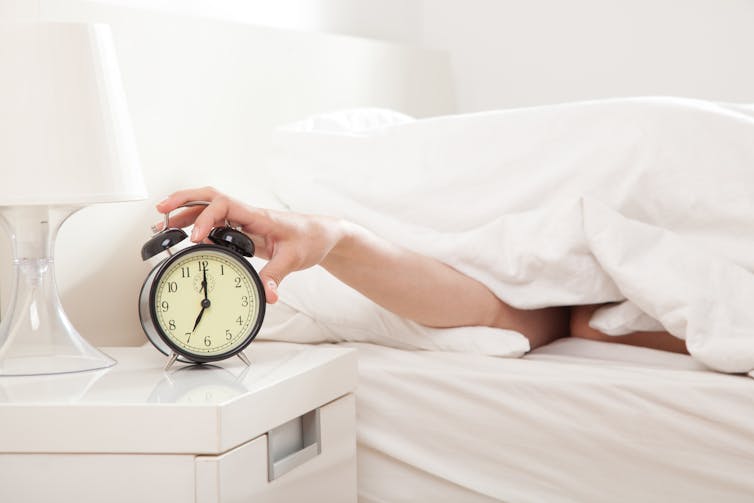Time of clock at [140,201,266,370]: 7:00
